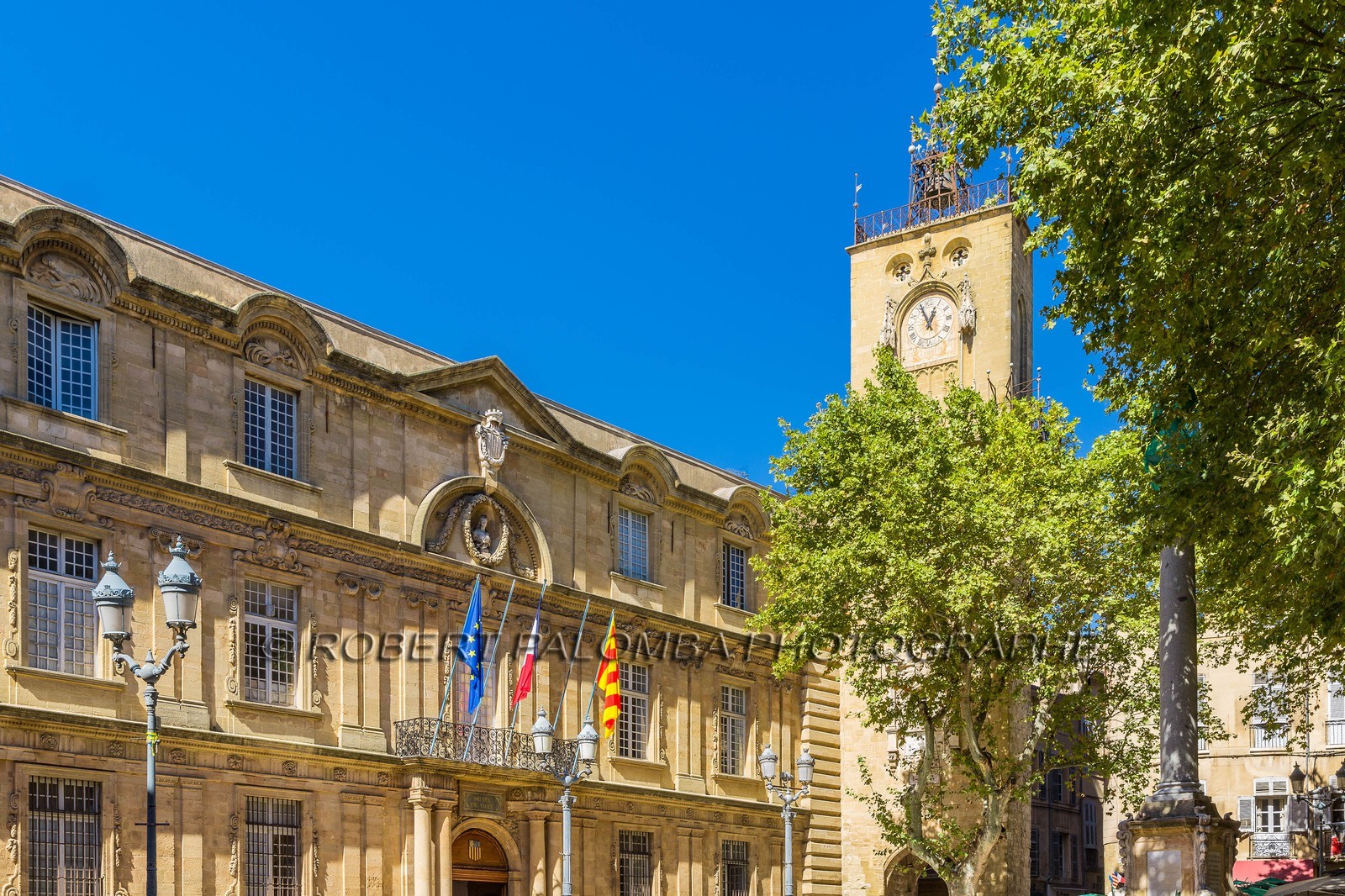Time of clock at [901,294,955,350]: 12:55
